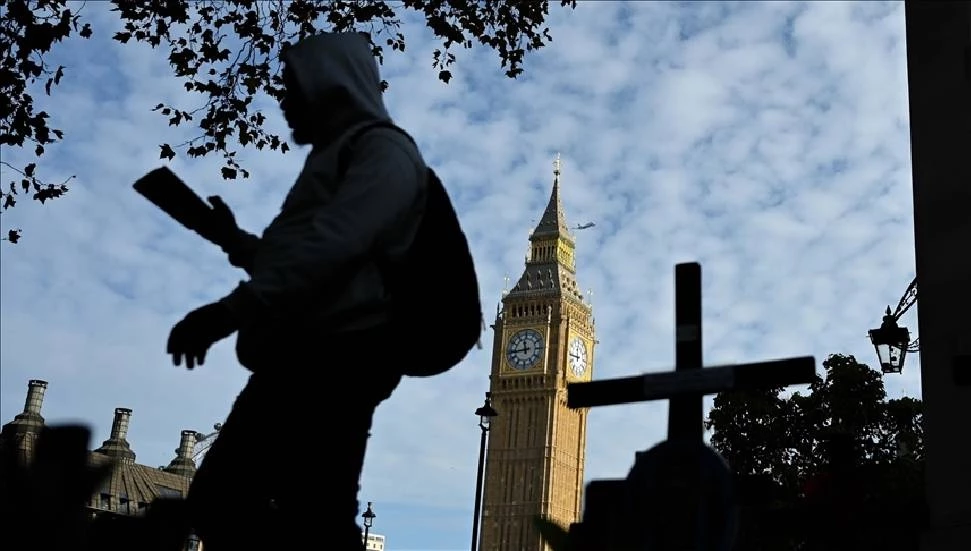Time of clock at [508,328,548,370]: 11:43
